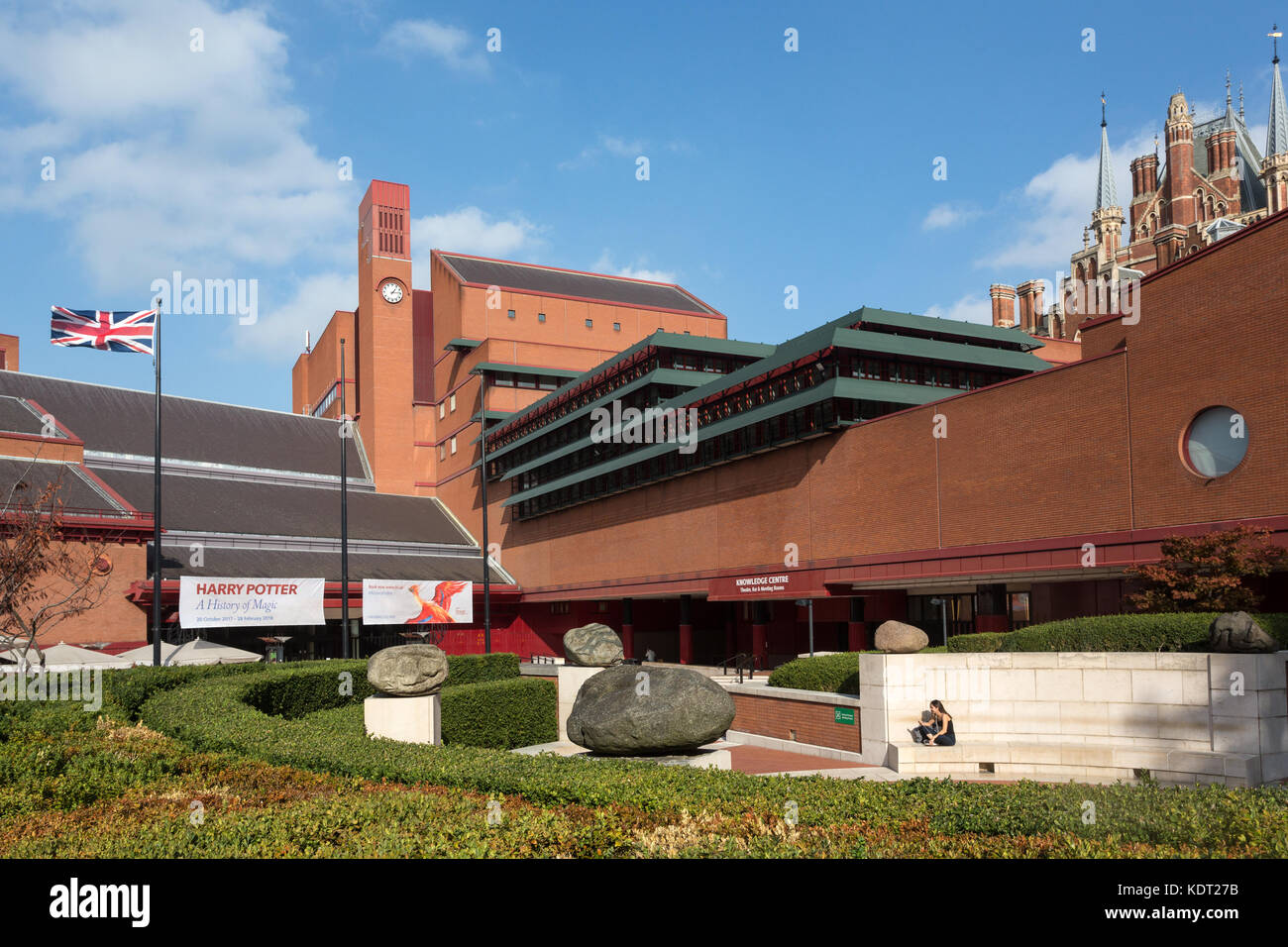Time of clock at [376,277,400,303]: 1:13
